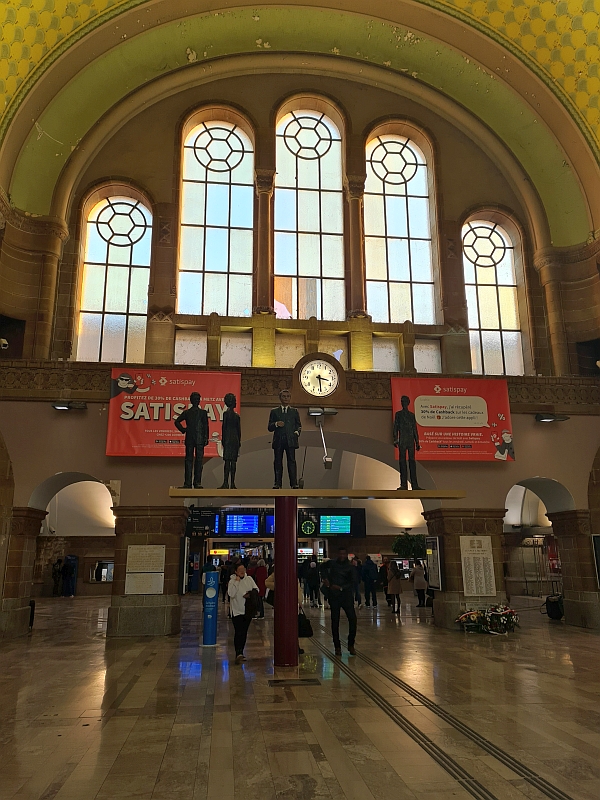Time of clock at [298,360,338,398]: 3:29
